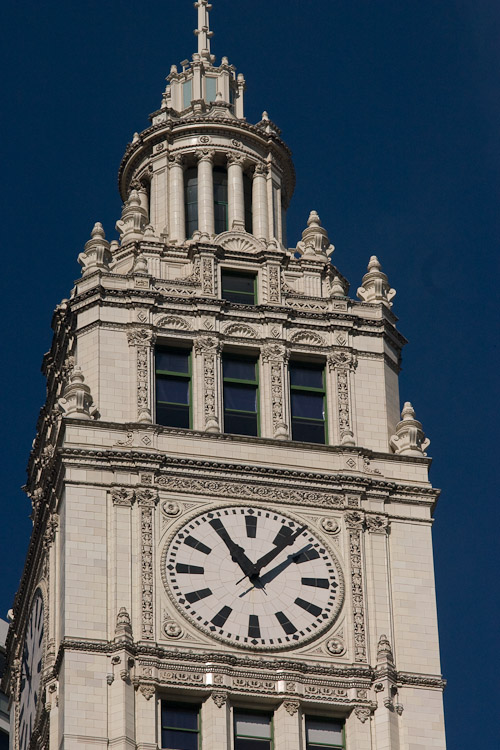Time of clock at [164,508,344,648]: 11:06
